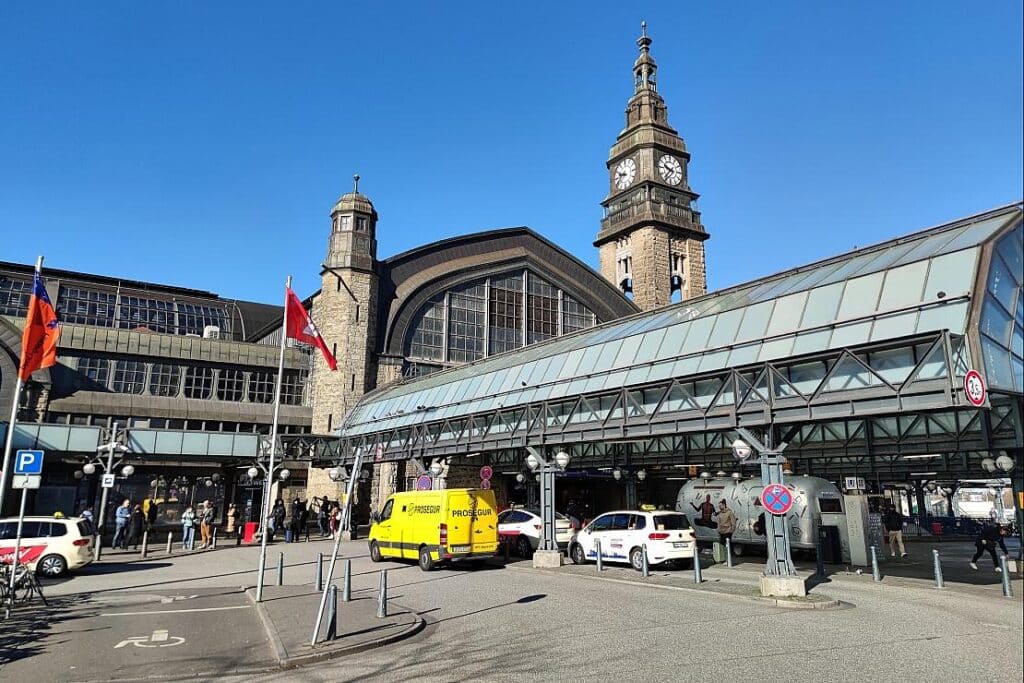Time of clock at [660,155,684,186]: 9:36
